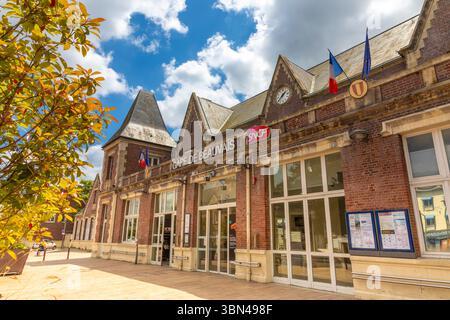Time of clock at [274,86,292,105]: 1:36
